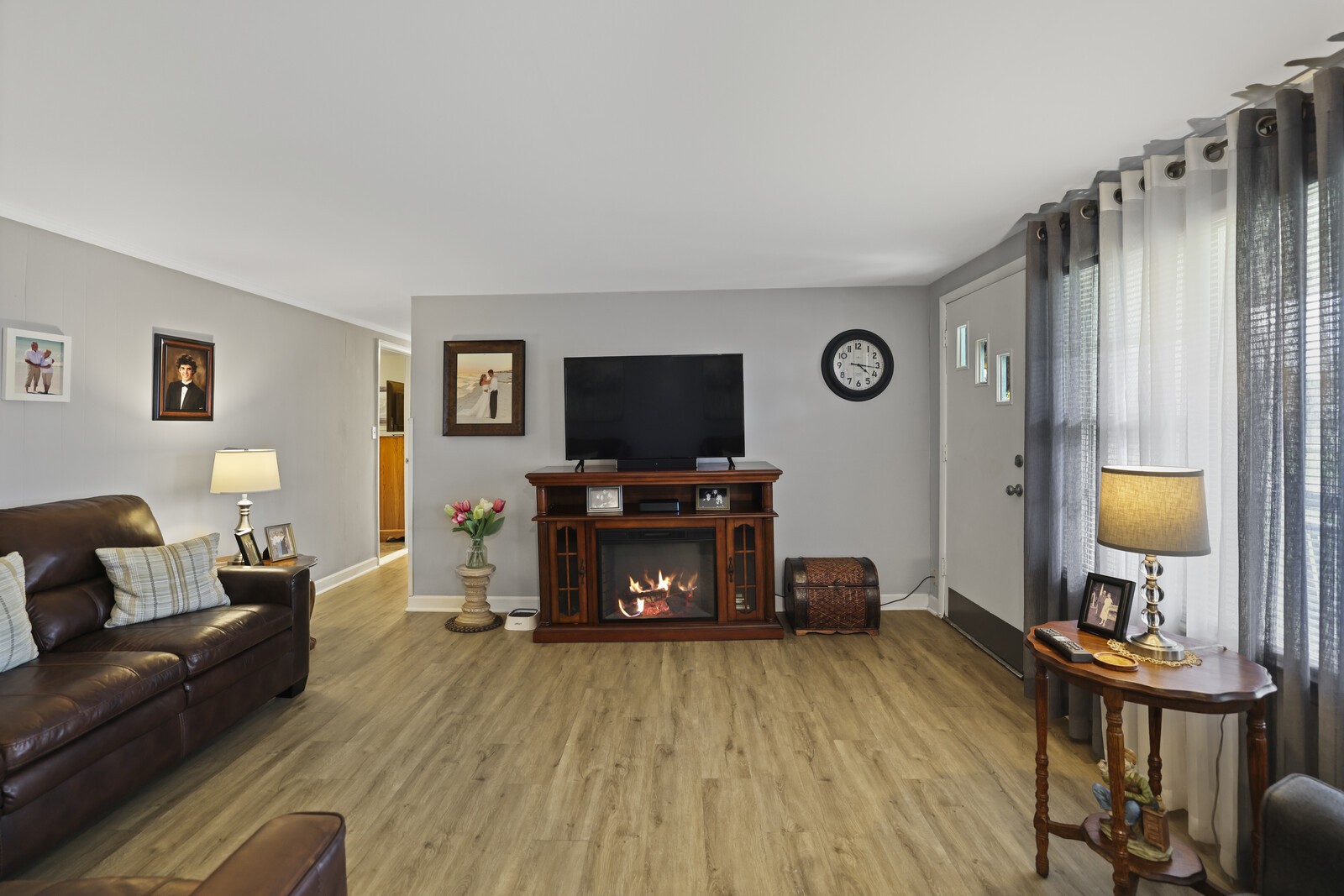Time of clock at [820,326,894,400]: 4:16
